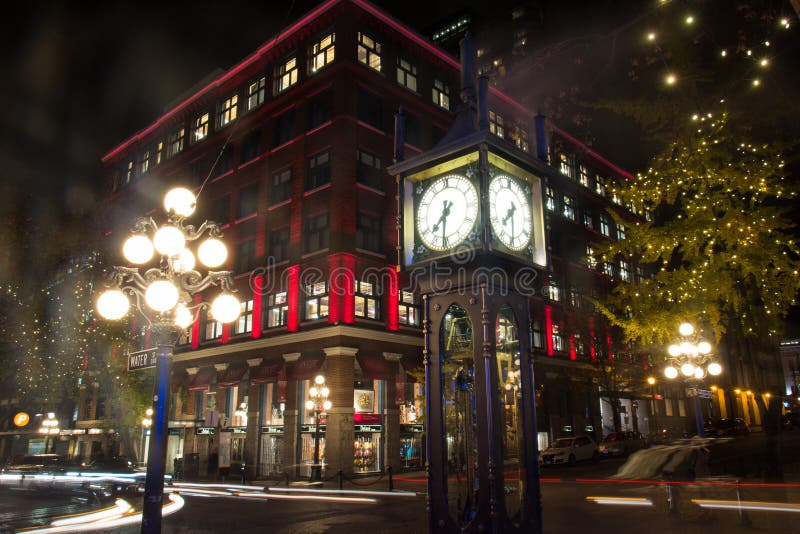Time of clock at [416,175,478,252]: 7:31
